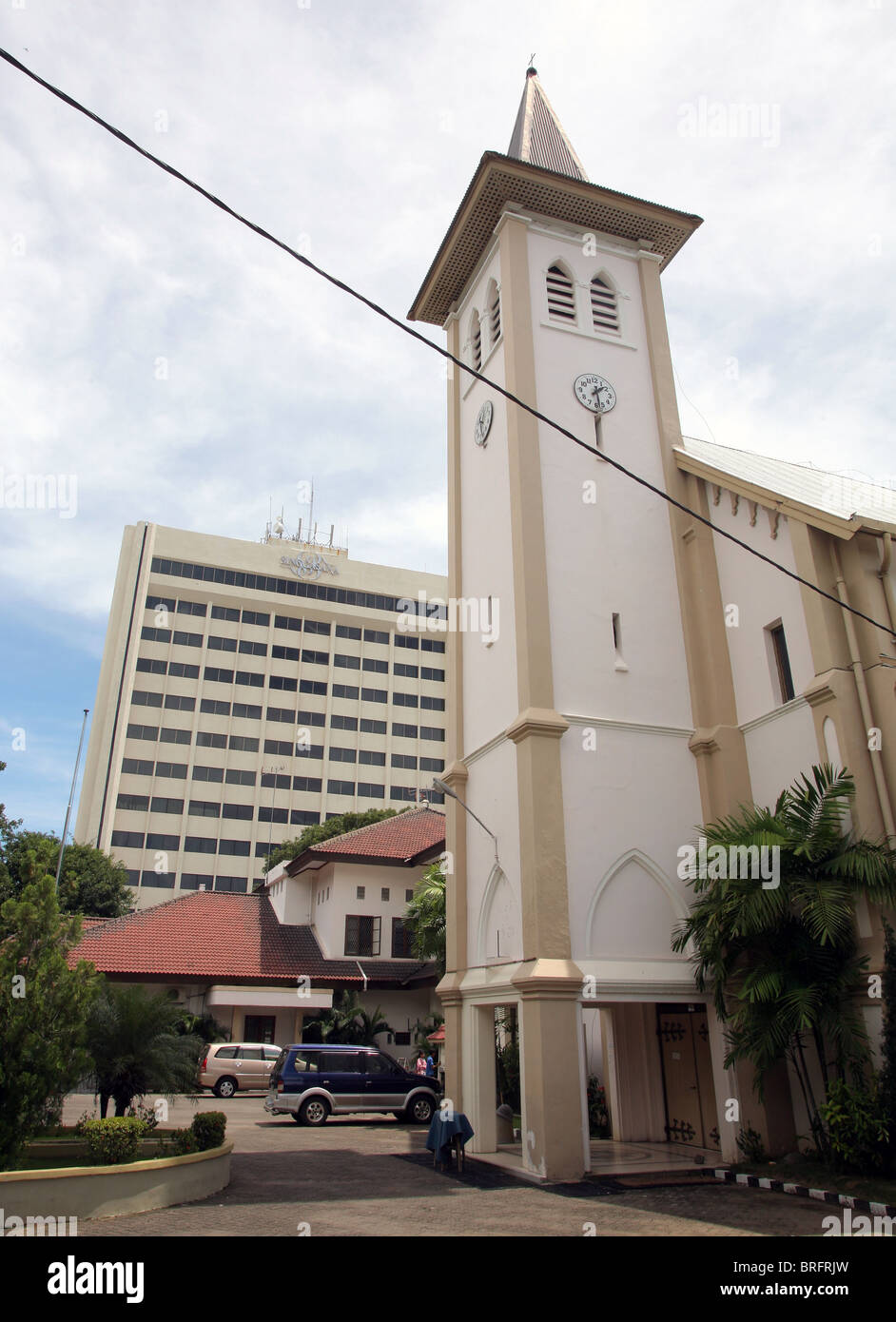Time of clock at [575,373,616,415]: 1:28
